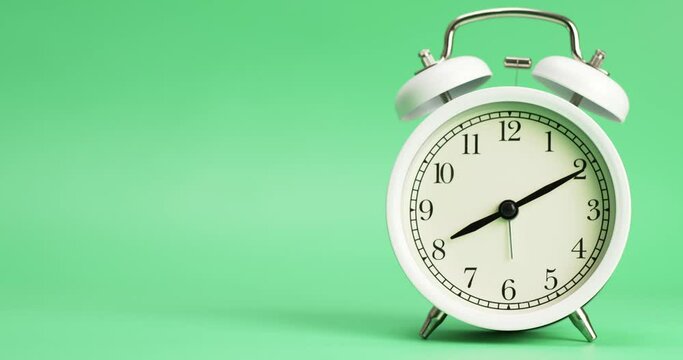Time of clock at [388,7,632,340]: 8:10
